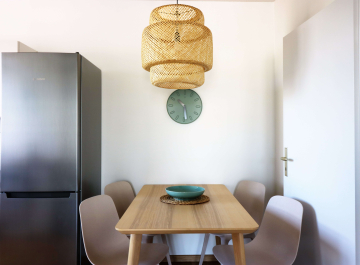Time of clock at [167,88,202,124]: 10:28
